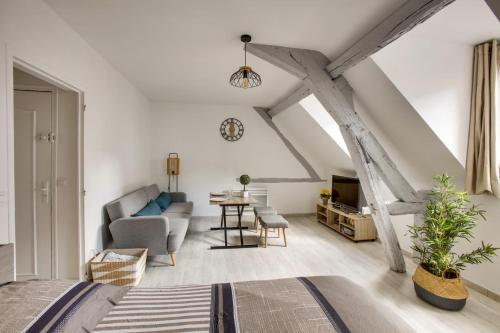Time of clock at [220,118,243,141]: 5:59
